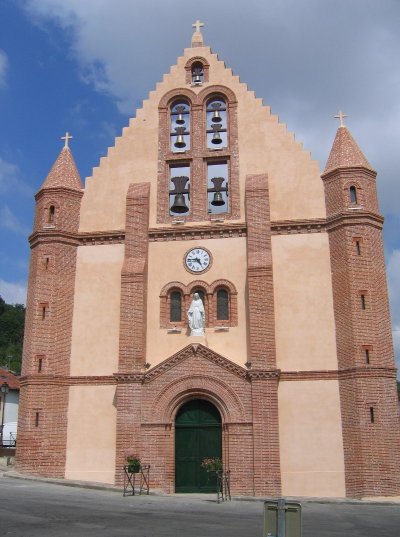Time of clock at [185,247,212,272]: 4:45
